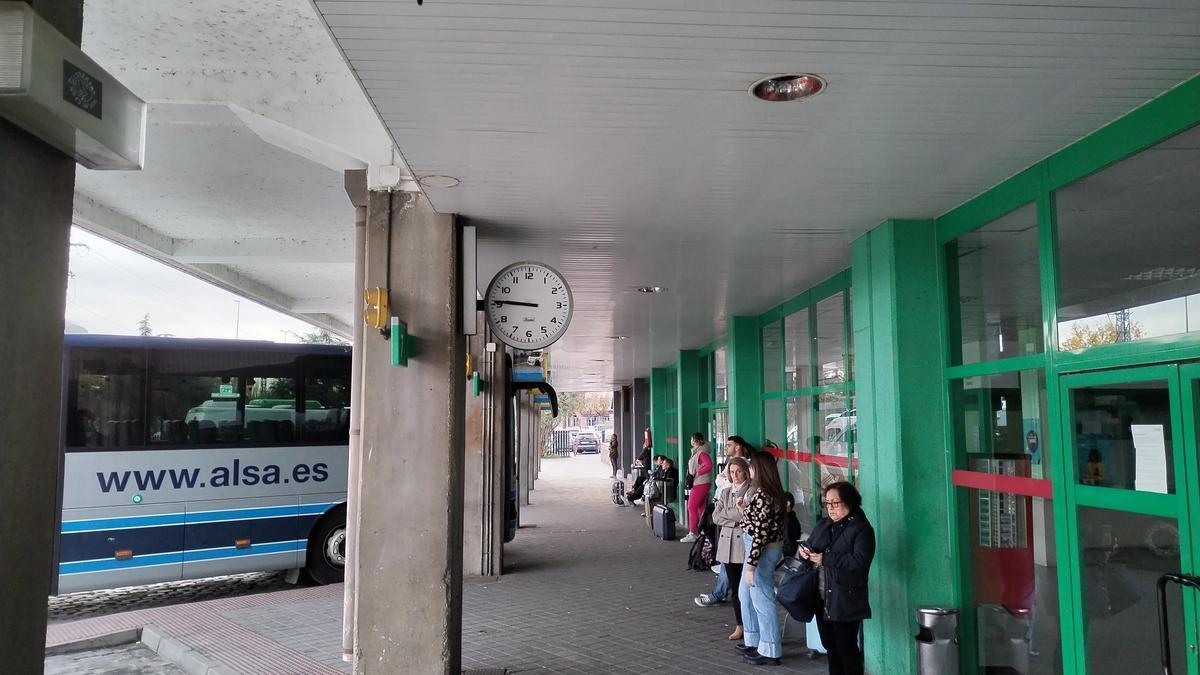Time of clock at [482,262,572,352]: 8:45
